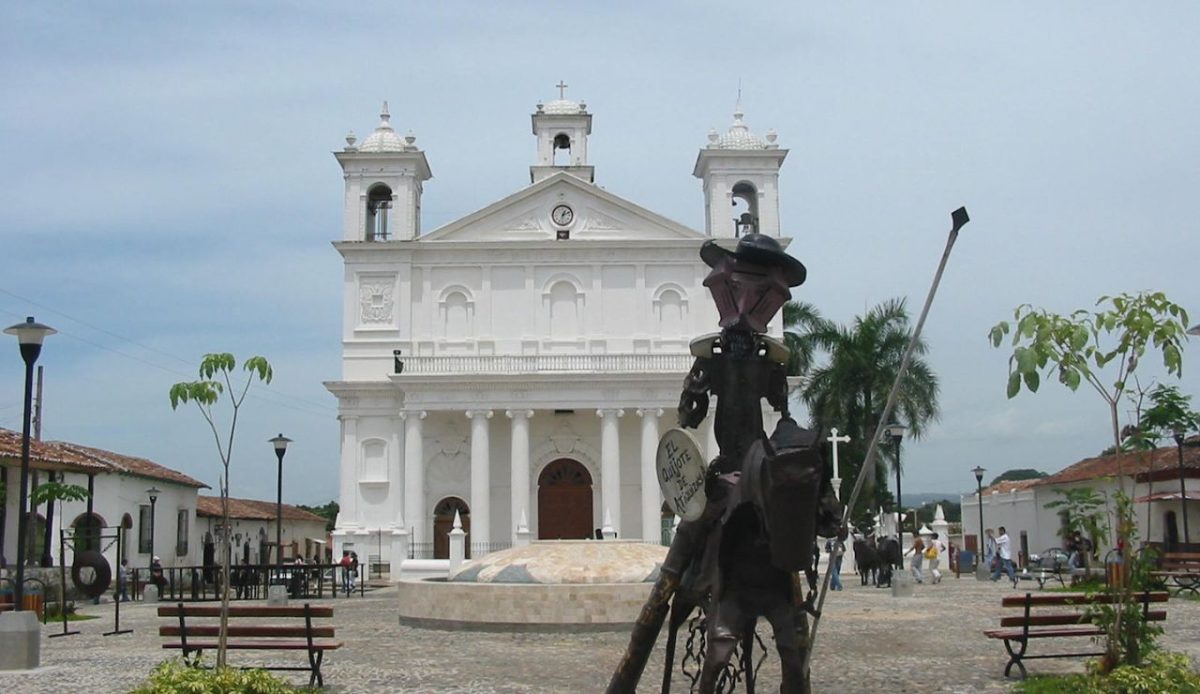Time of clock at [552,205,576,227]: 1:11
